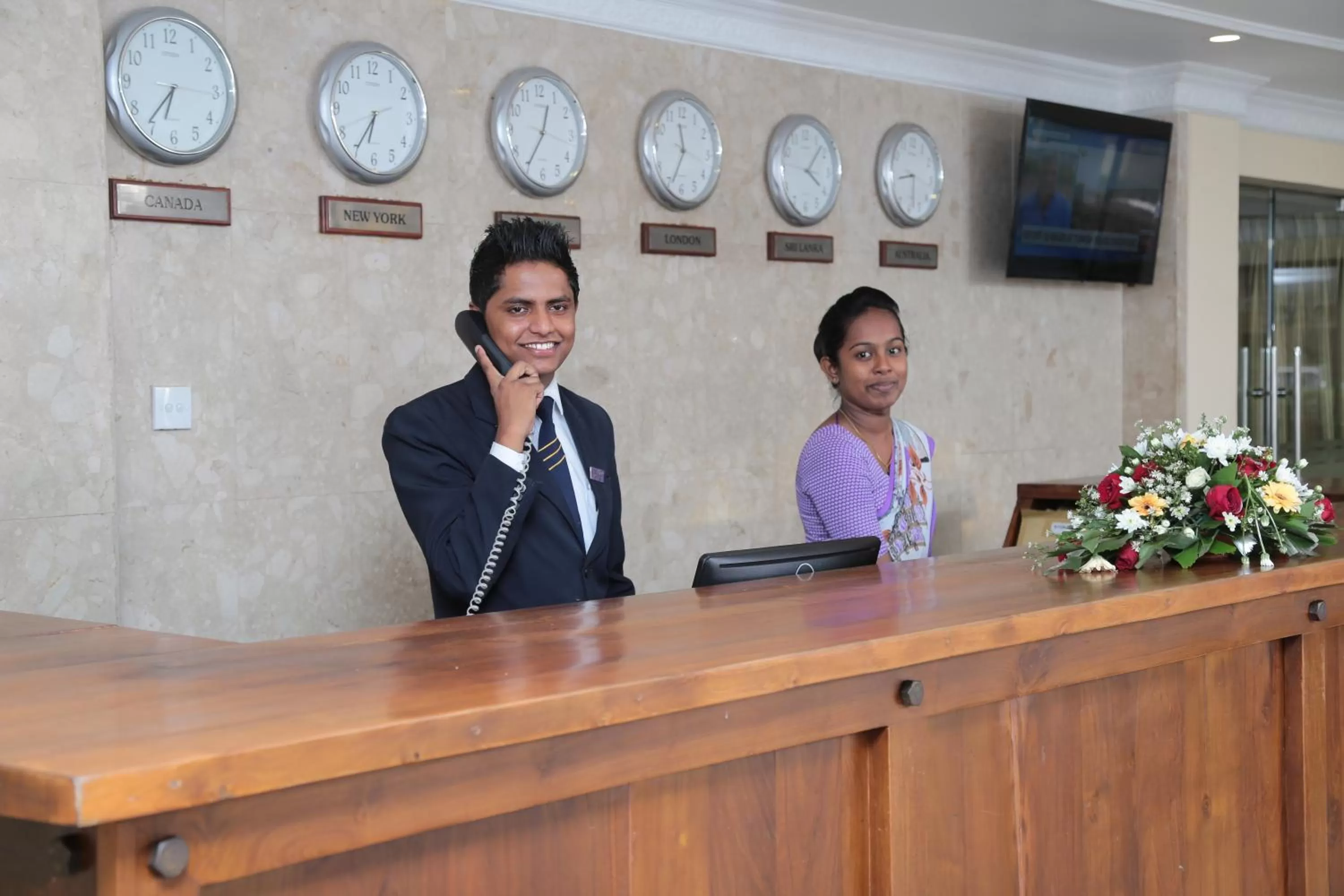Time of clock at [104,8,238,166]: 6:36
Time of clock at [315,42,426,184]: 6:35
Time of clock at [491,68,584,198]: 12:35
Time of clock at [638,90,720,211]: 11:34
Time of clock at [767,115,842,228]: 4:07
